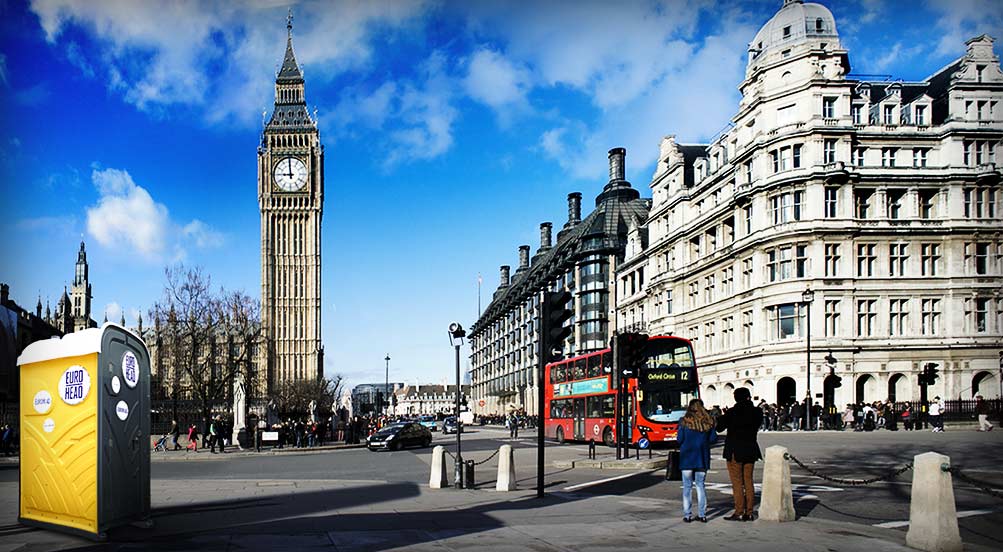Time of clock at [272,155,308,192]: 8:59
